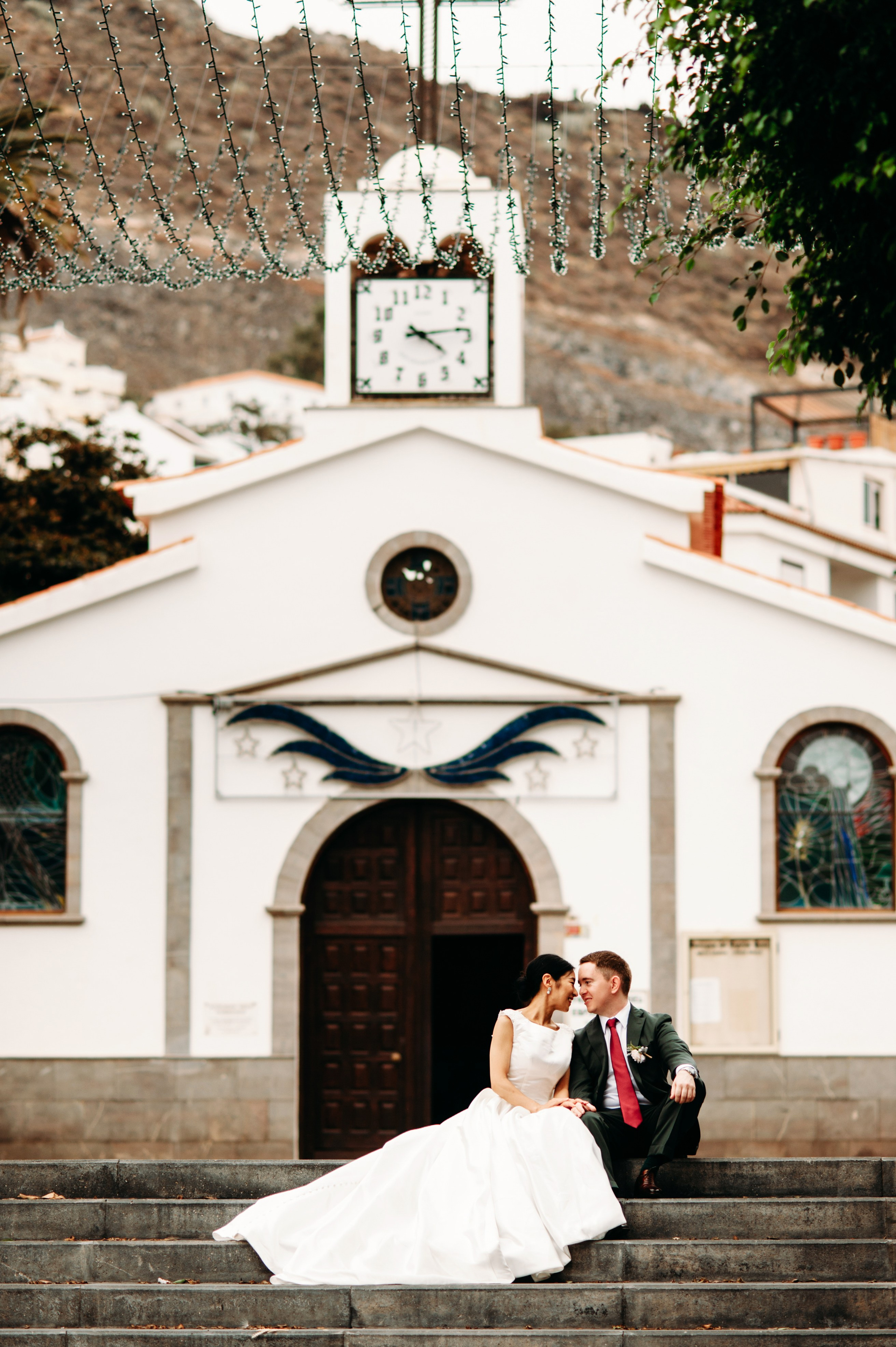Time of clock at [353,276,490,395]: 4:13
